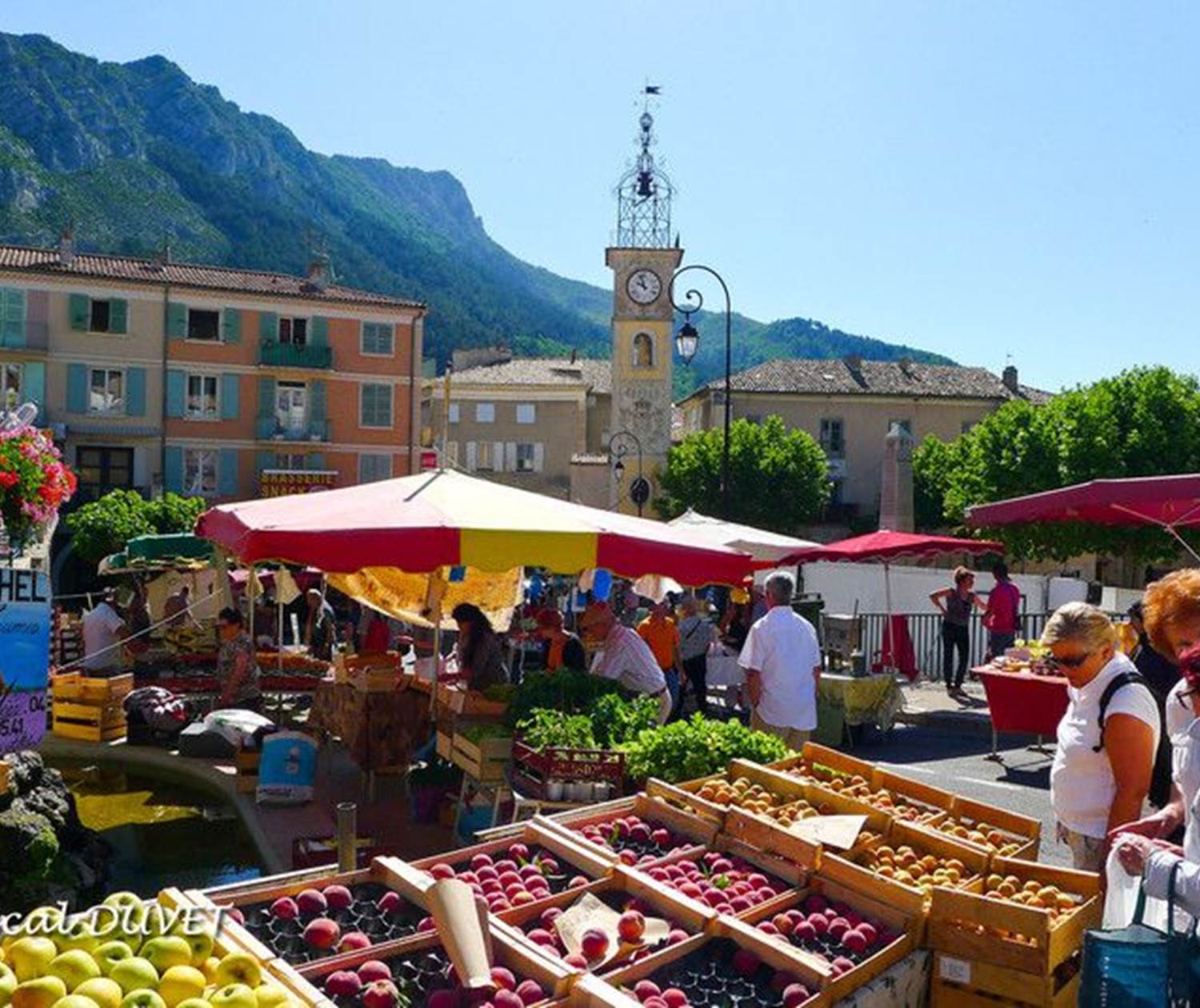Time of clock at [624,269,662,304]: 9:57
